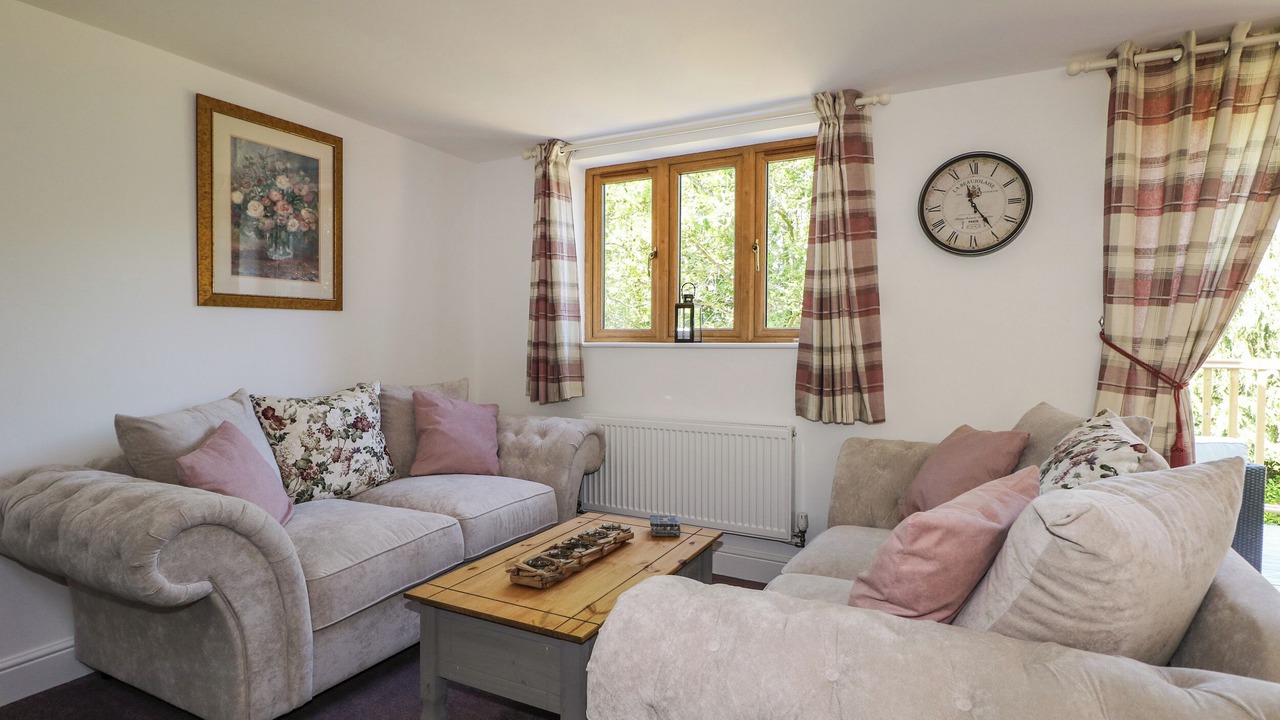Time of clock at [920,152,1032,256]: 11:24
